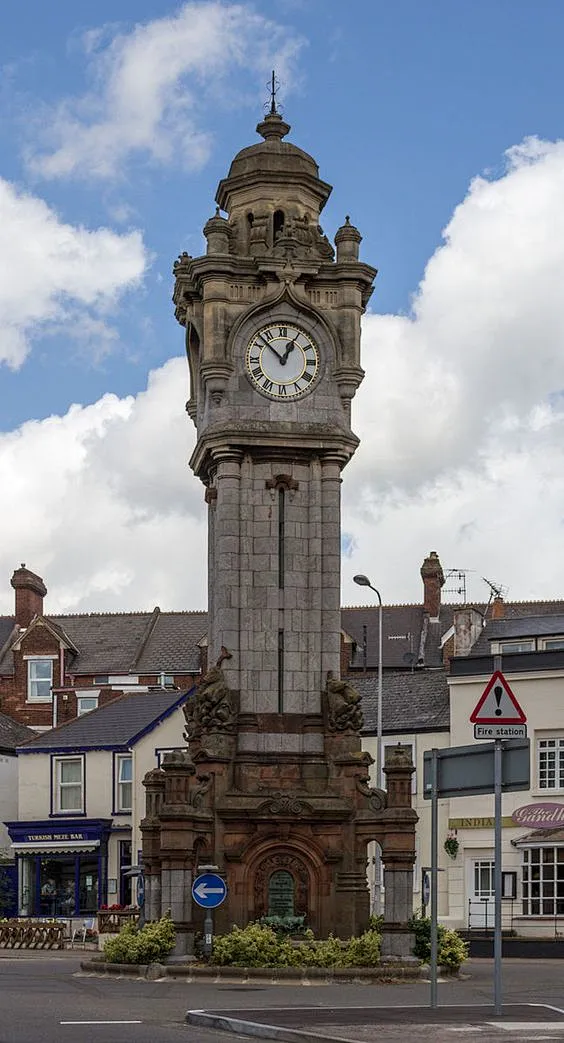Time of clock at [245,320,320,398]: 12:52
